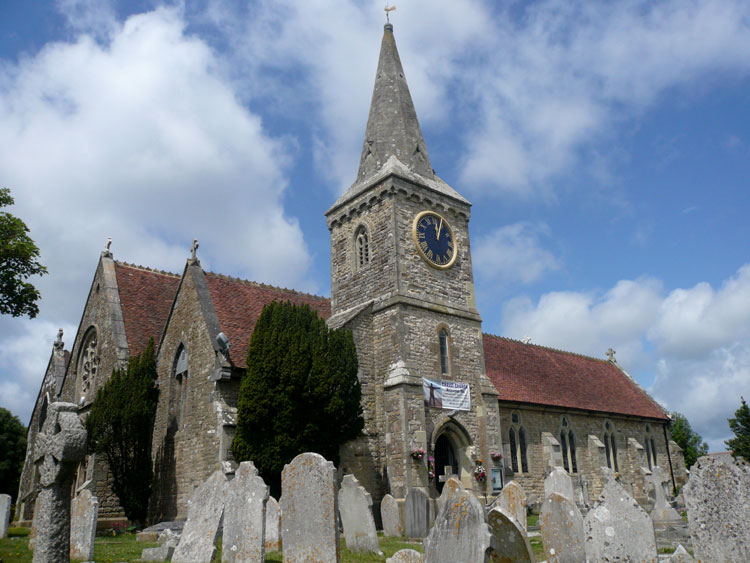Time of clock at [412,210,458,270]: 12:03
